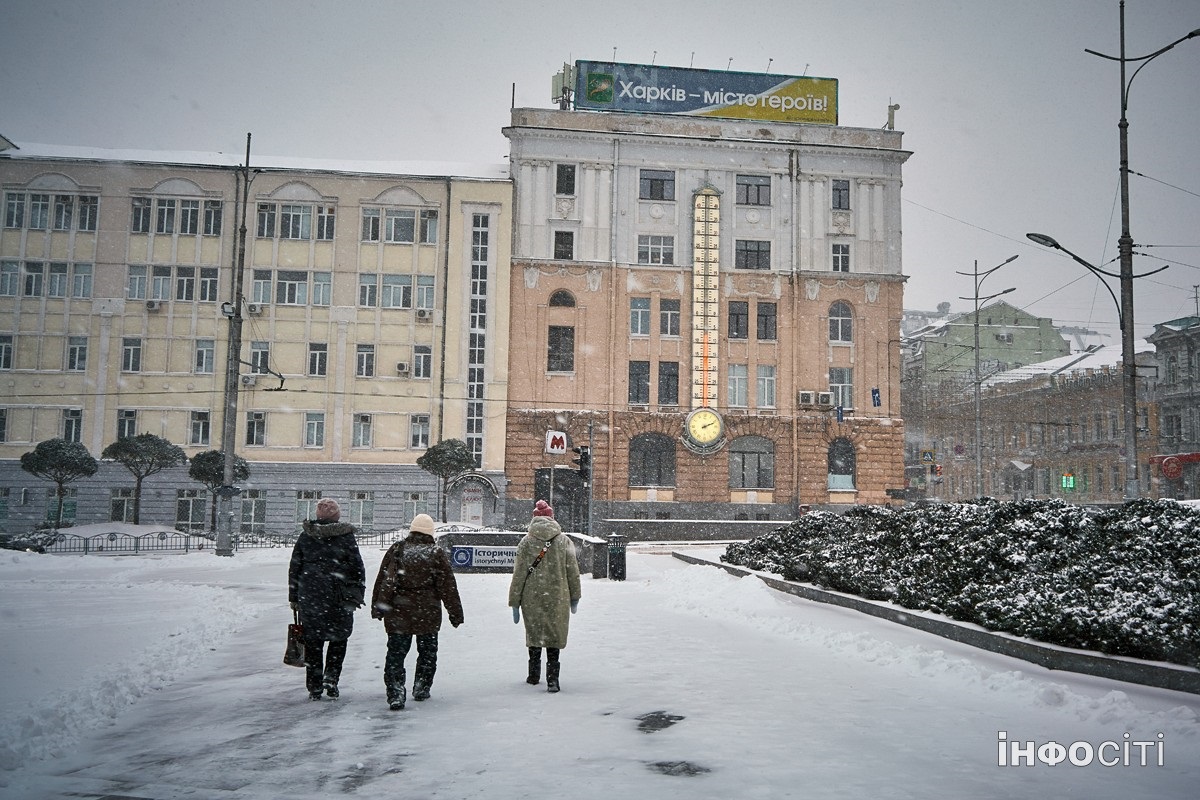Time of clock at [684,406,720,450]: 2:11
